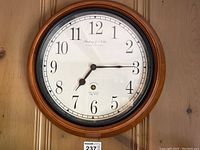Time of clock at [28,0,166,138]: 7:14
